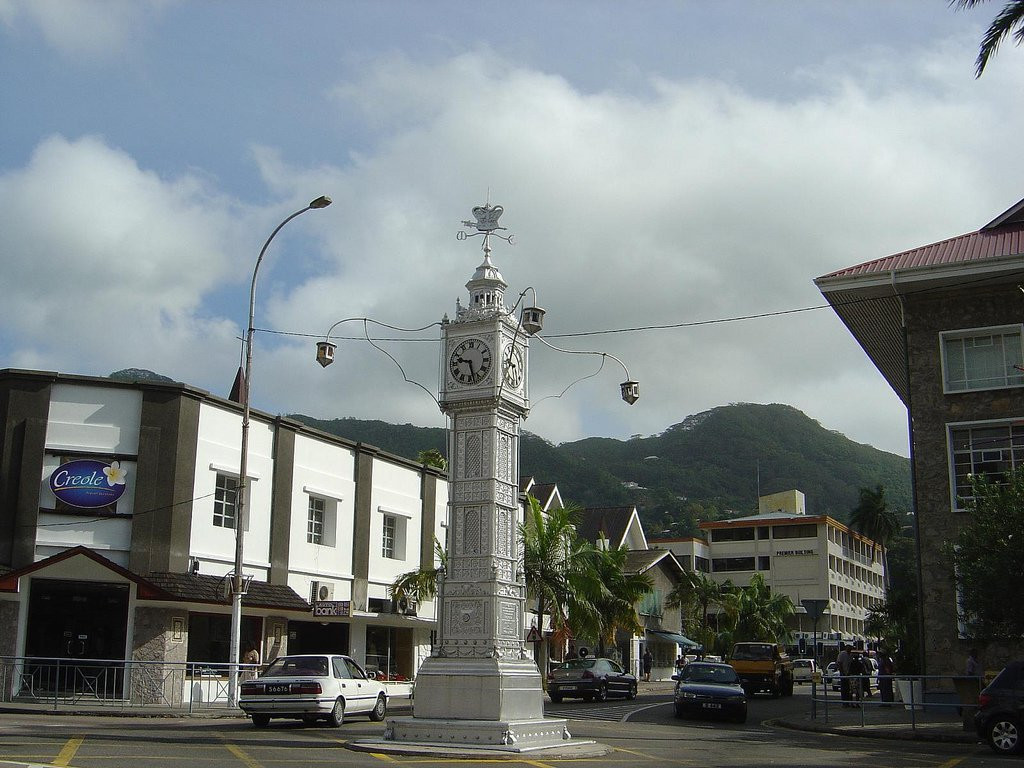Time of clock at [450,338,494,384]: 9:27
